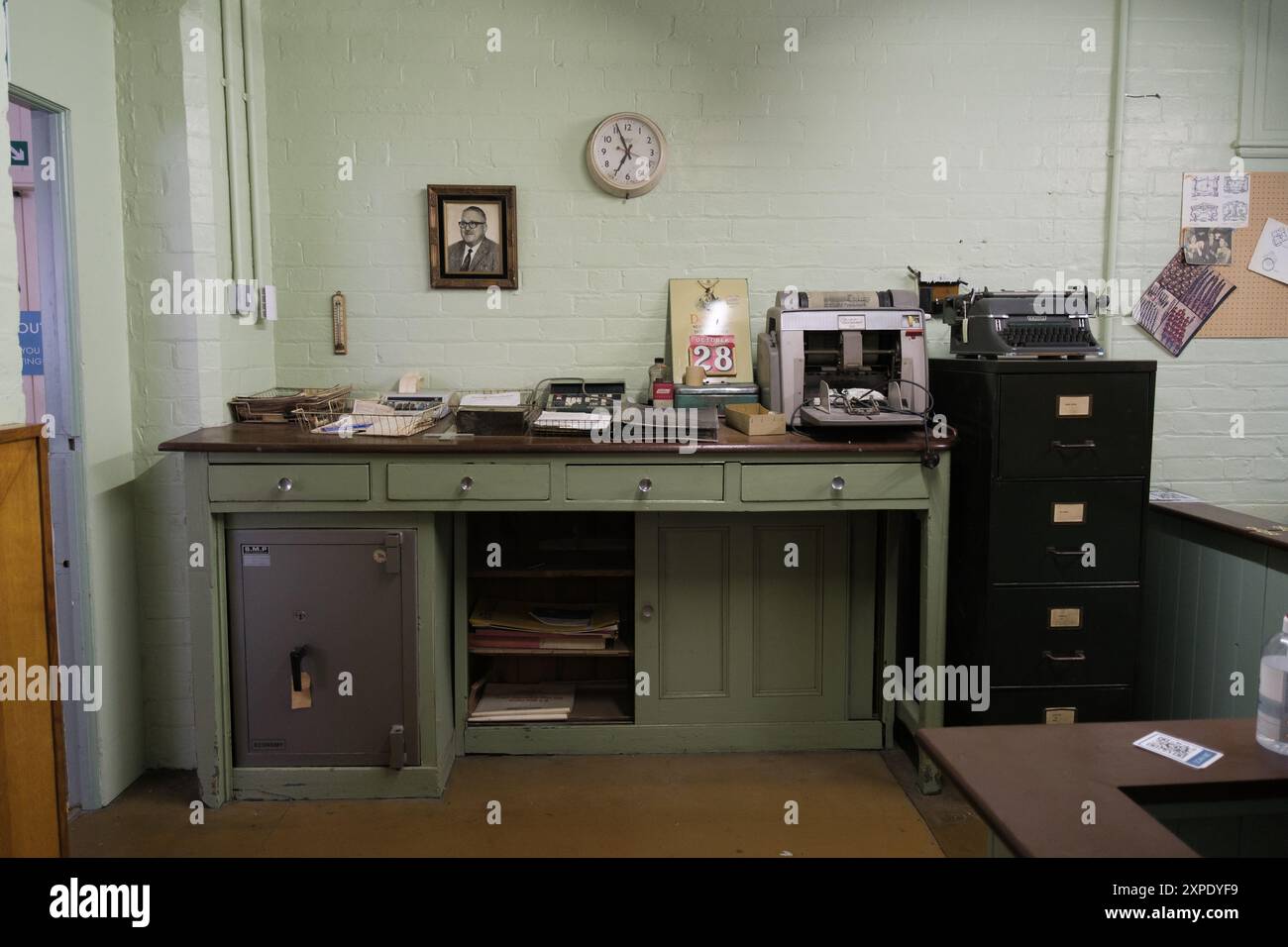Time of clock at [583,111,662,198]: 6:55
